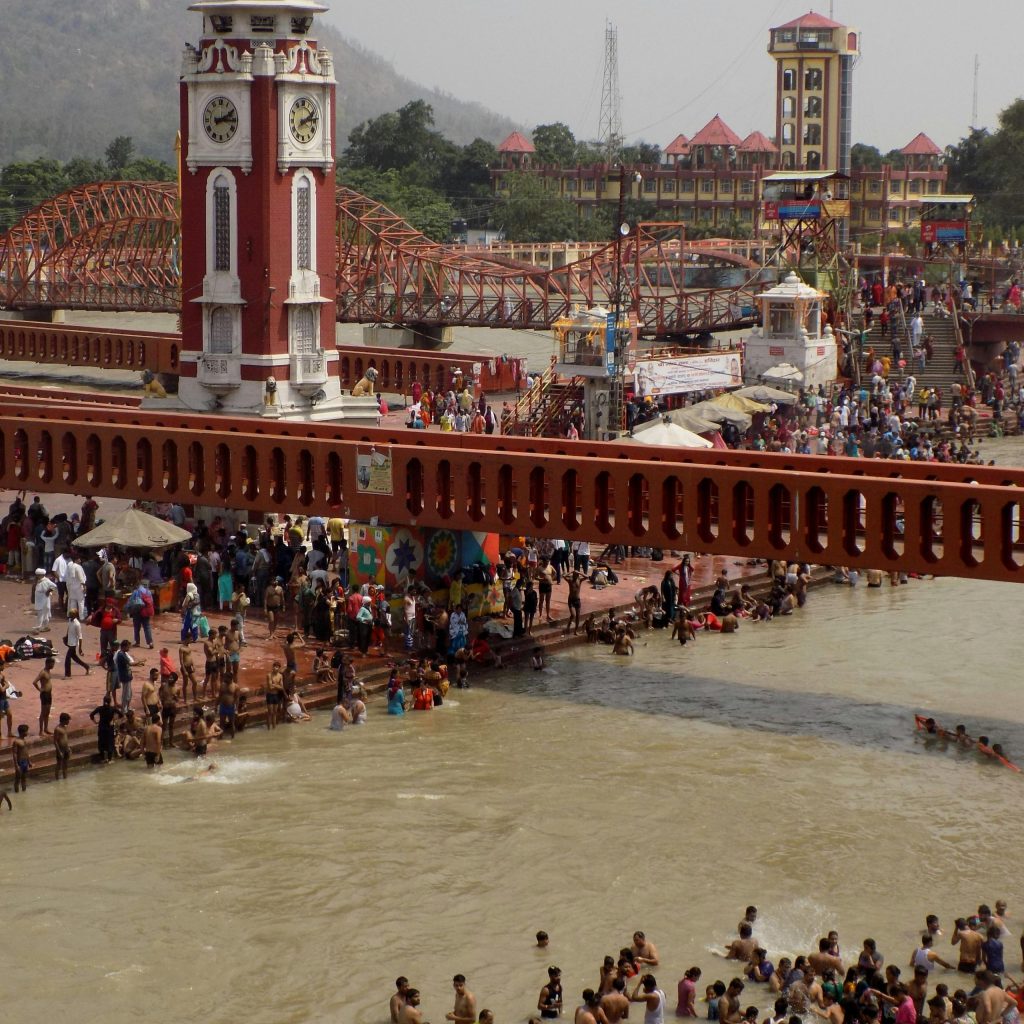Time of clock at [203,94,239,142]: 2:15
